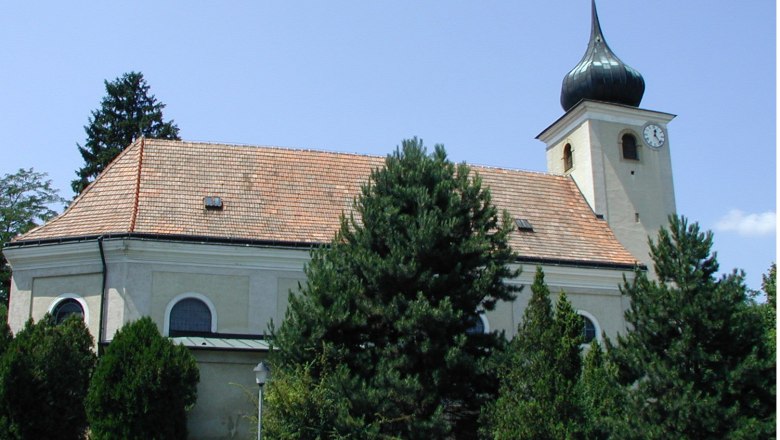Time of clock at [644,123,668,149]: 12:23
